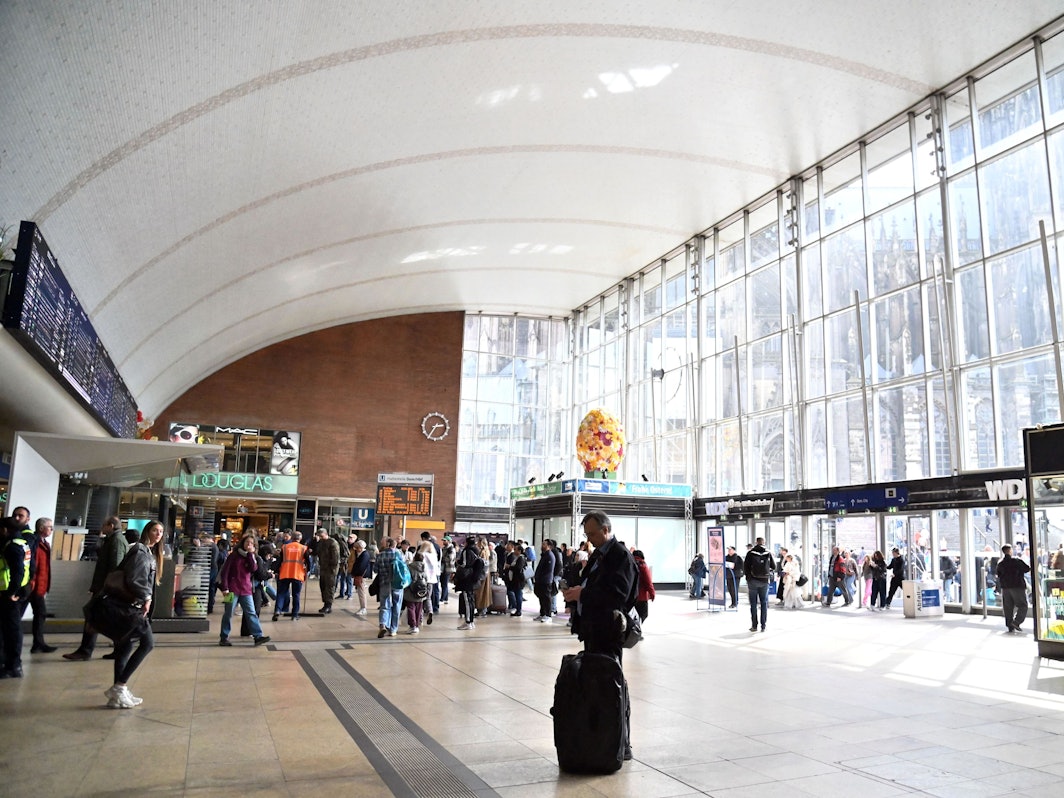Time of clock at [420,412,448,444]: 2:35
